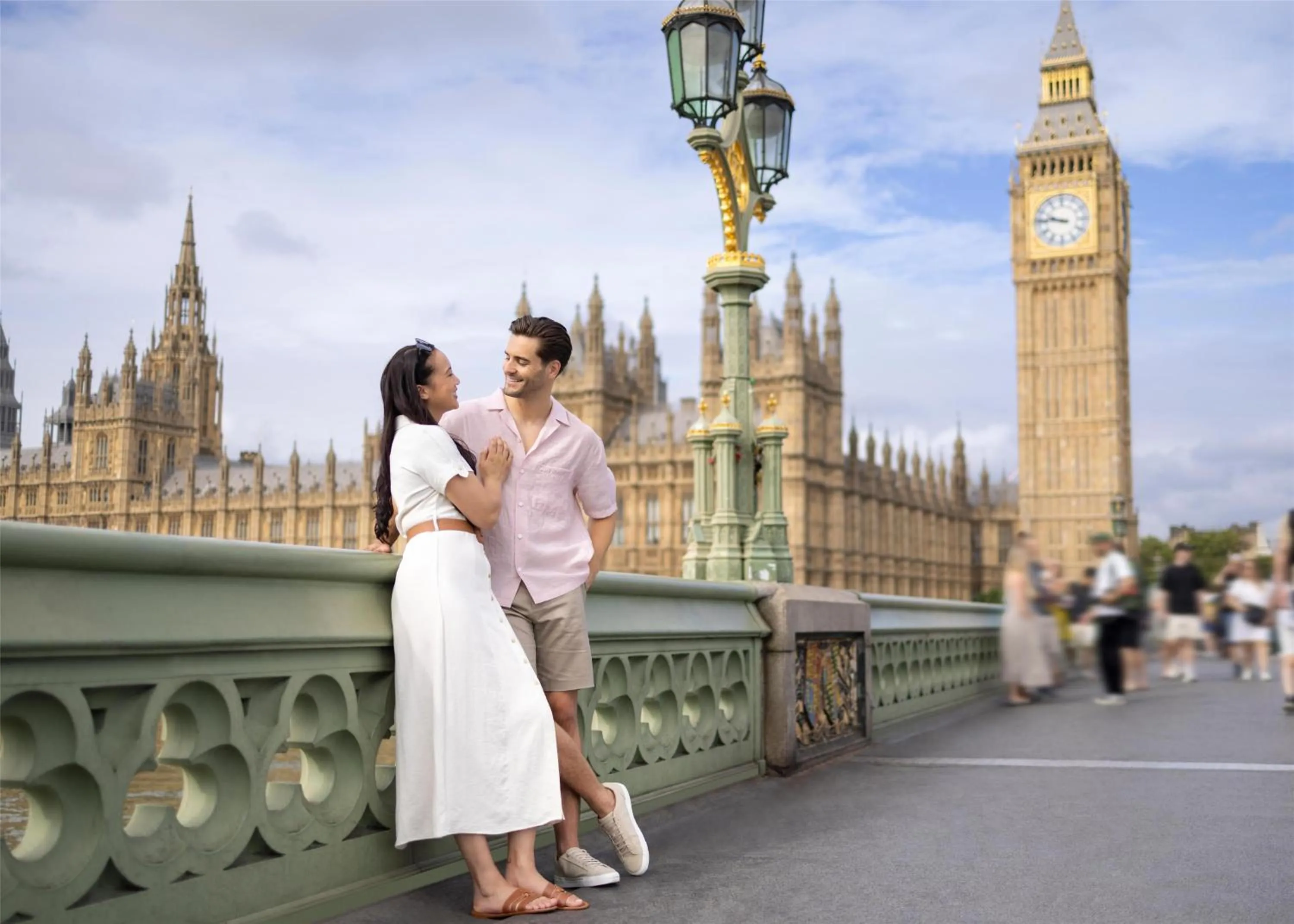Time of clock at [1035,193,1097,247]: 9:46
